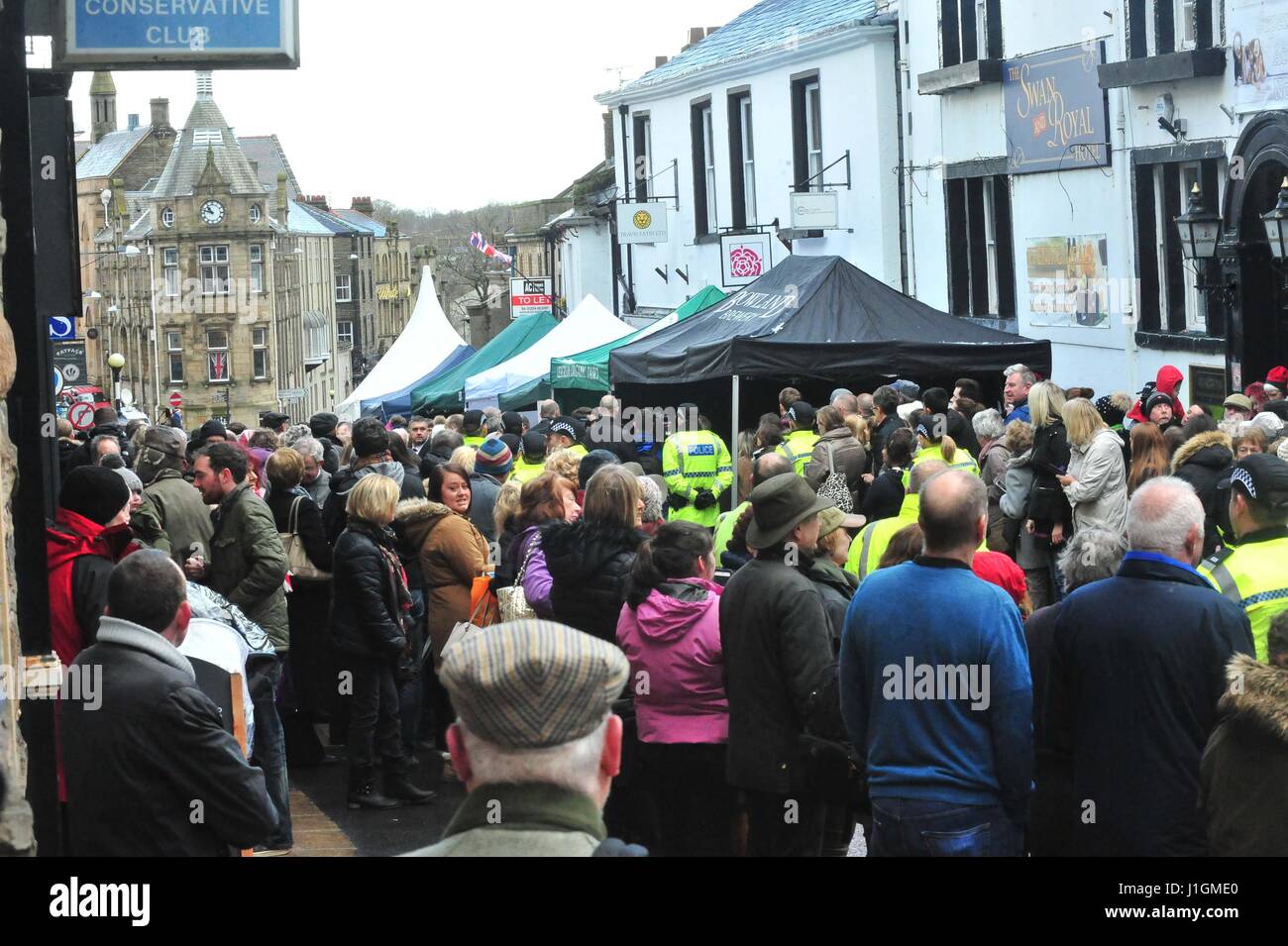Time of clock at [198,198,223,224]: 10:47
